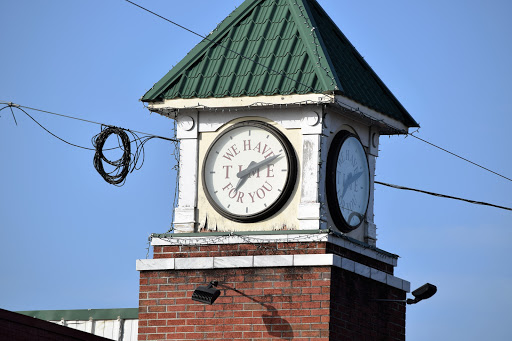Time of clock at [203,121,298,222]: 7:11
